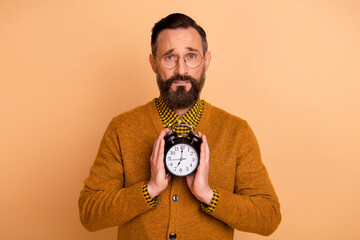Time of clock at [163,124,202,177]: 7:00
